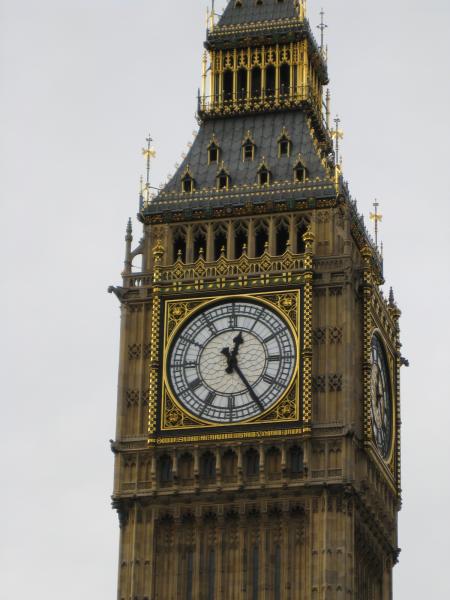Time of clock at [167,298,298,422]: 12:24
